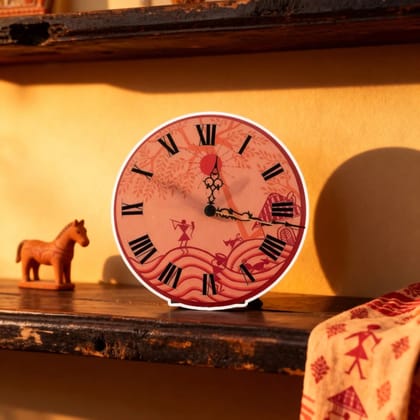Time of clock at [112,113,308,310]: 12:16
